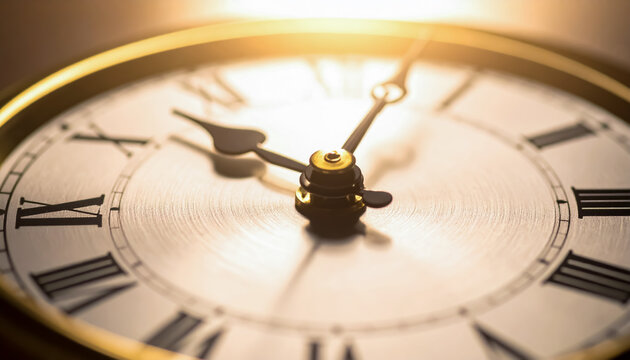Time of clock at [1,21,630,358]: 10:02
